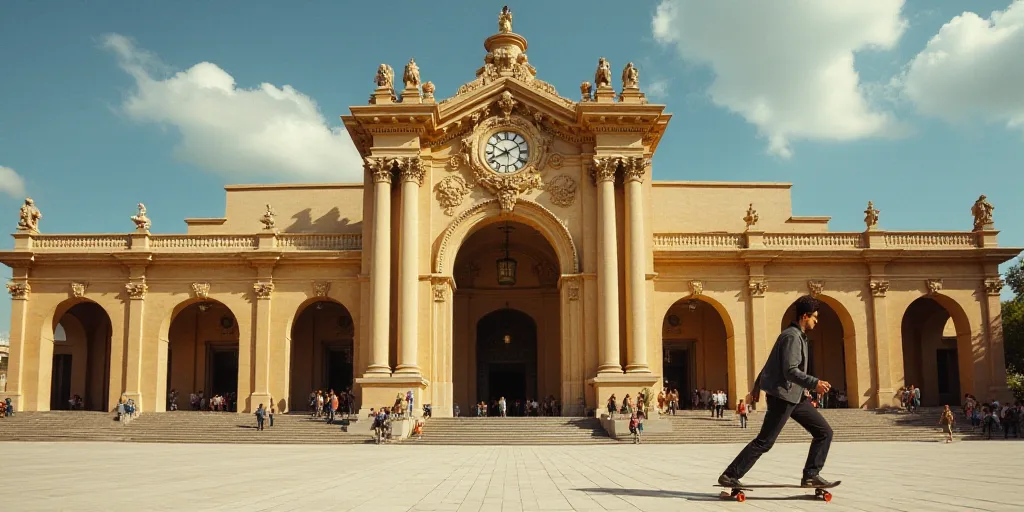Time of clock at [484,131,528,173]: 8:10
